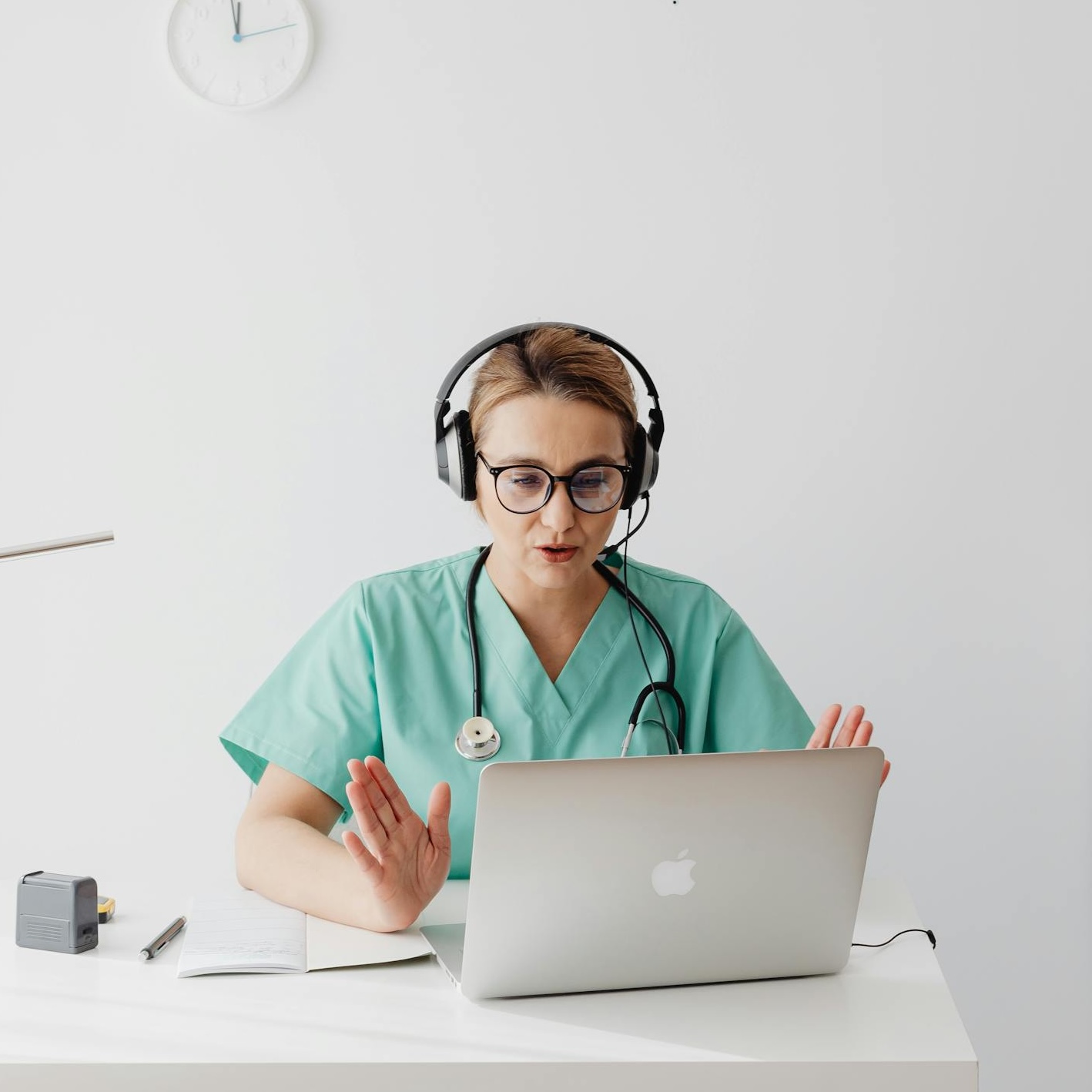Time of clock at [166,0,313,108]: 11:58
